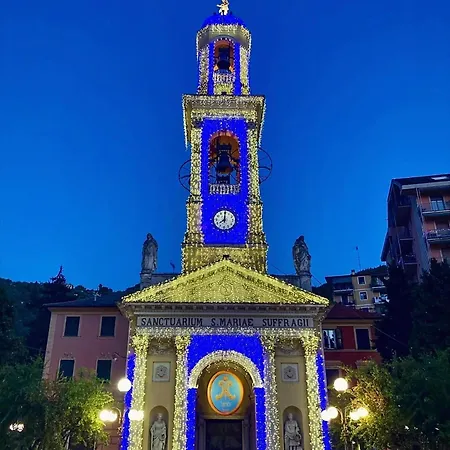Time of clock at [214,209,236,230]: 7:59
